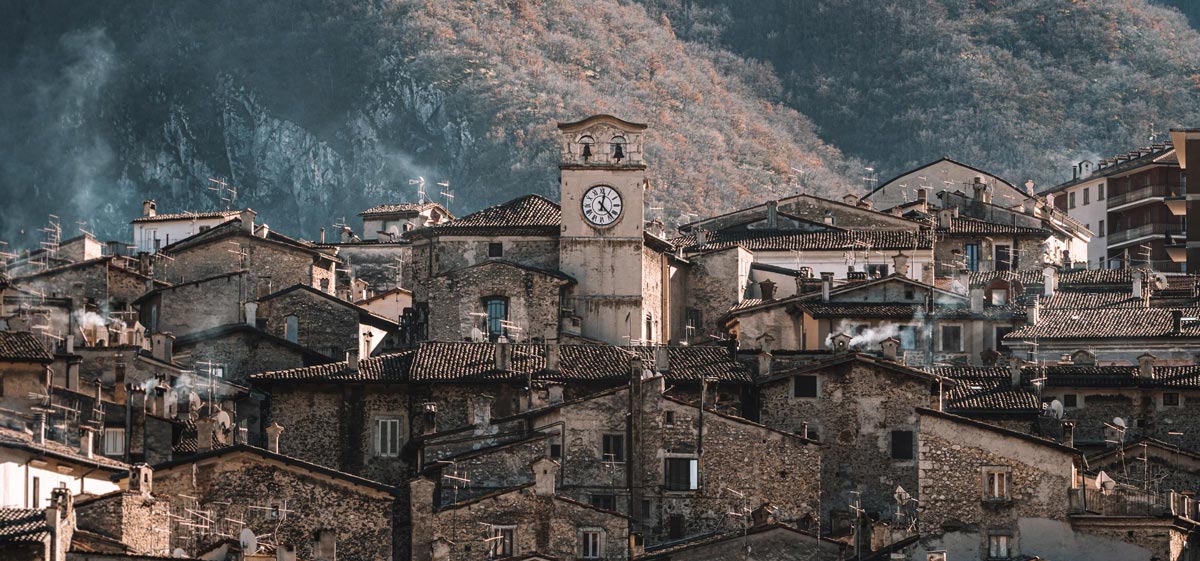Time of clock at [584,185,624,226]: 12:23
